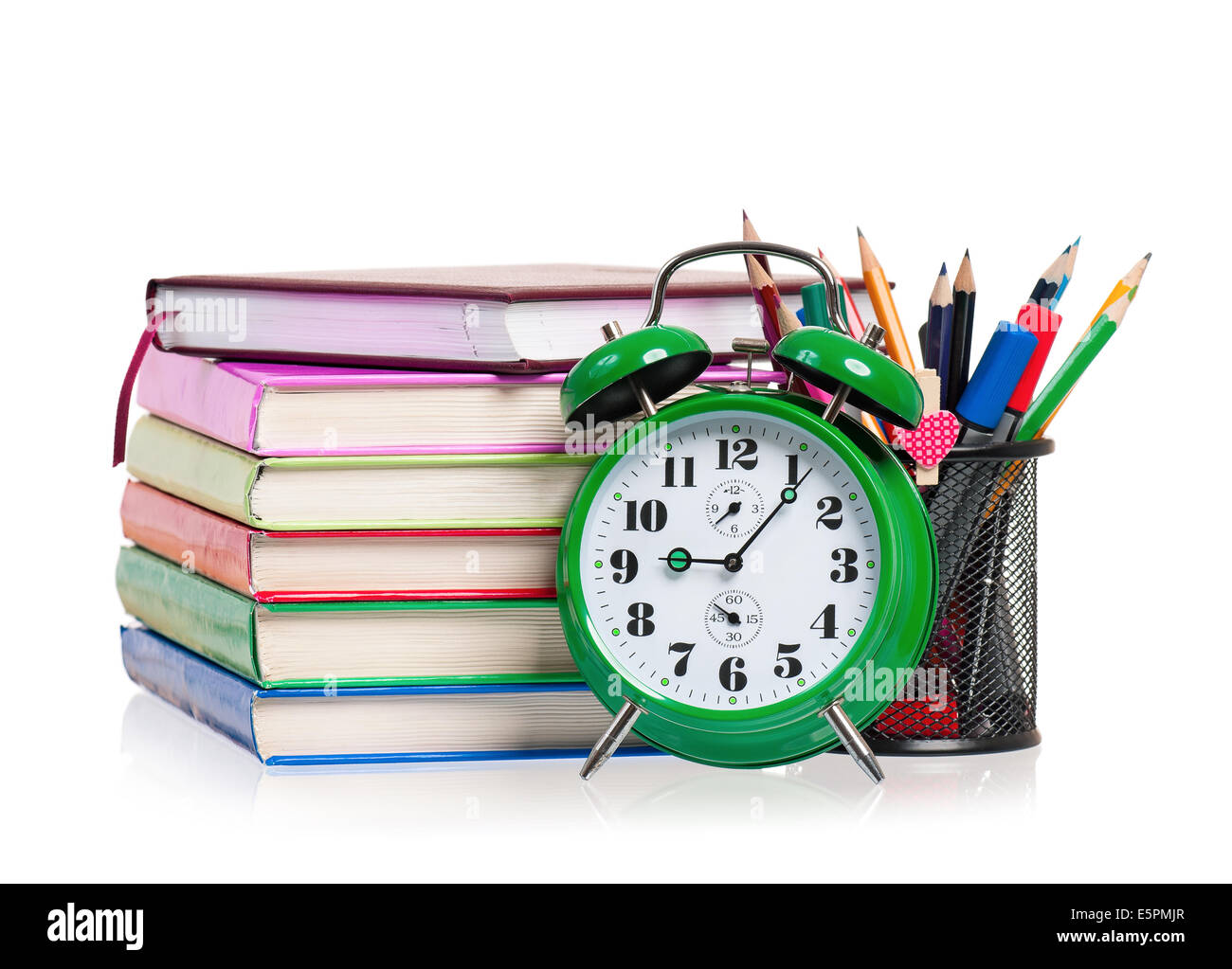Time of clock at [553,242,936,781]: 9:06
